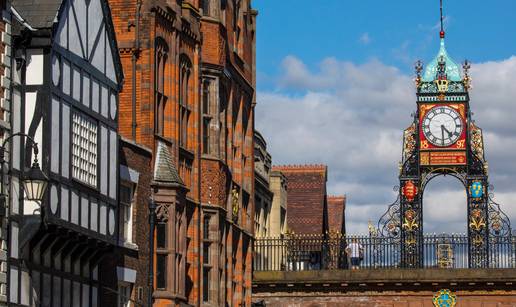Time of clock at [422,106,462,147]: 4:29
